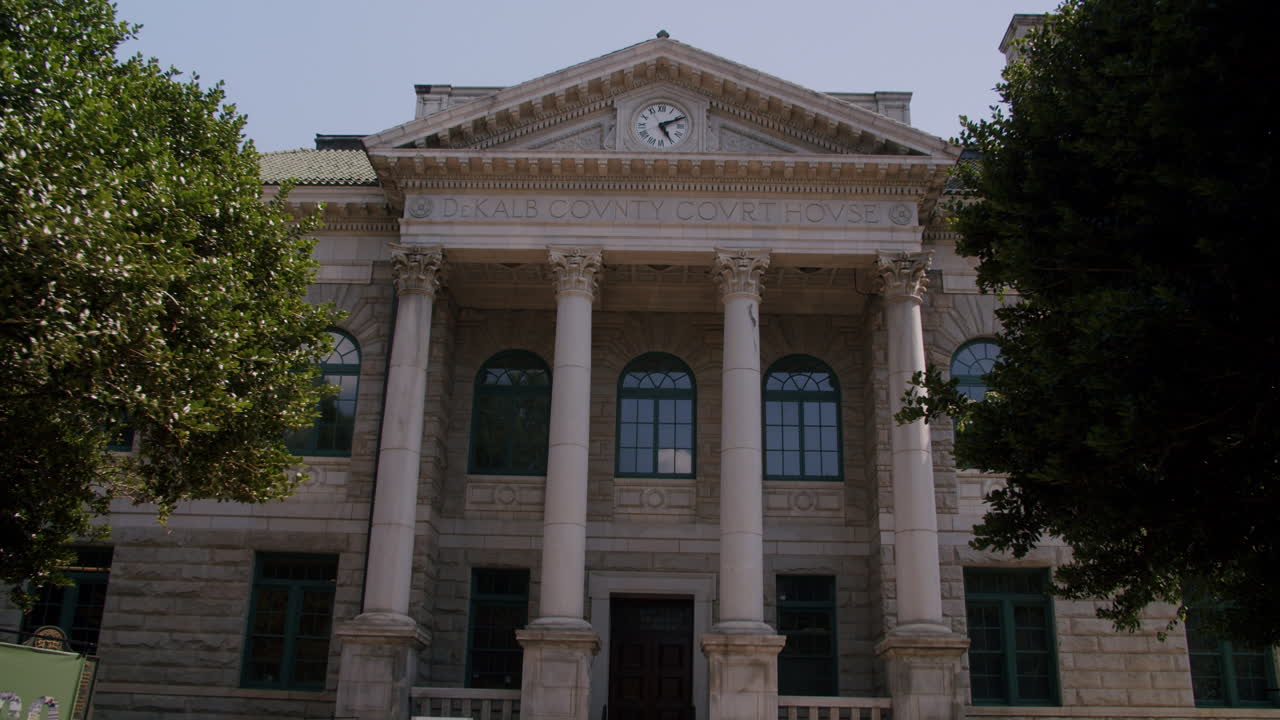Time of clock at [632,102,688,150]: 5:10
